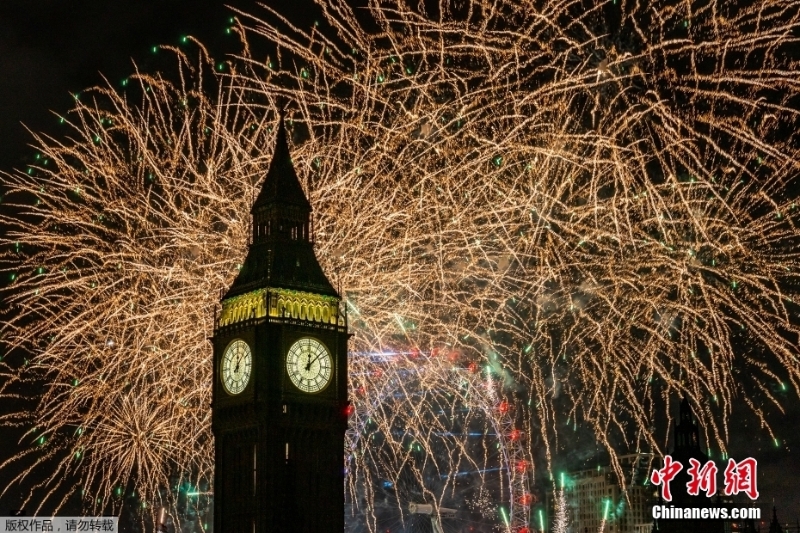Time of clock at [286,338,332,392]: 12:07
